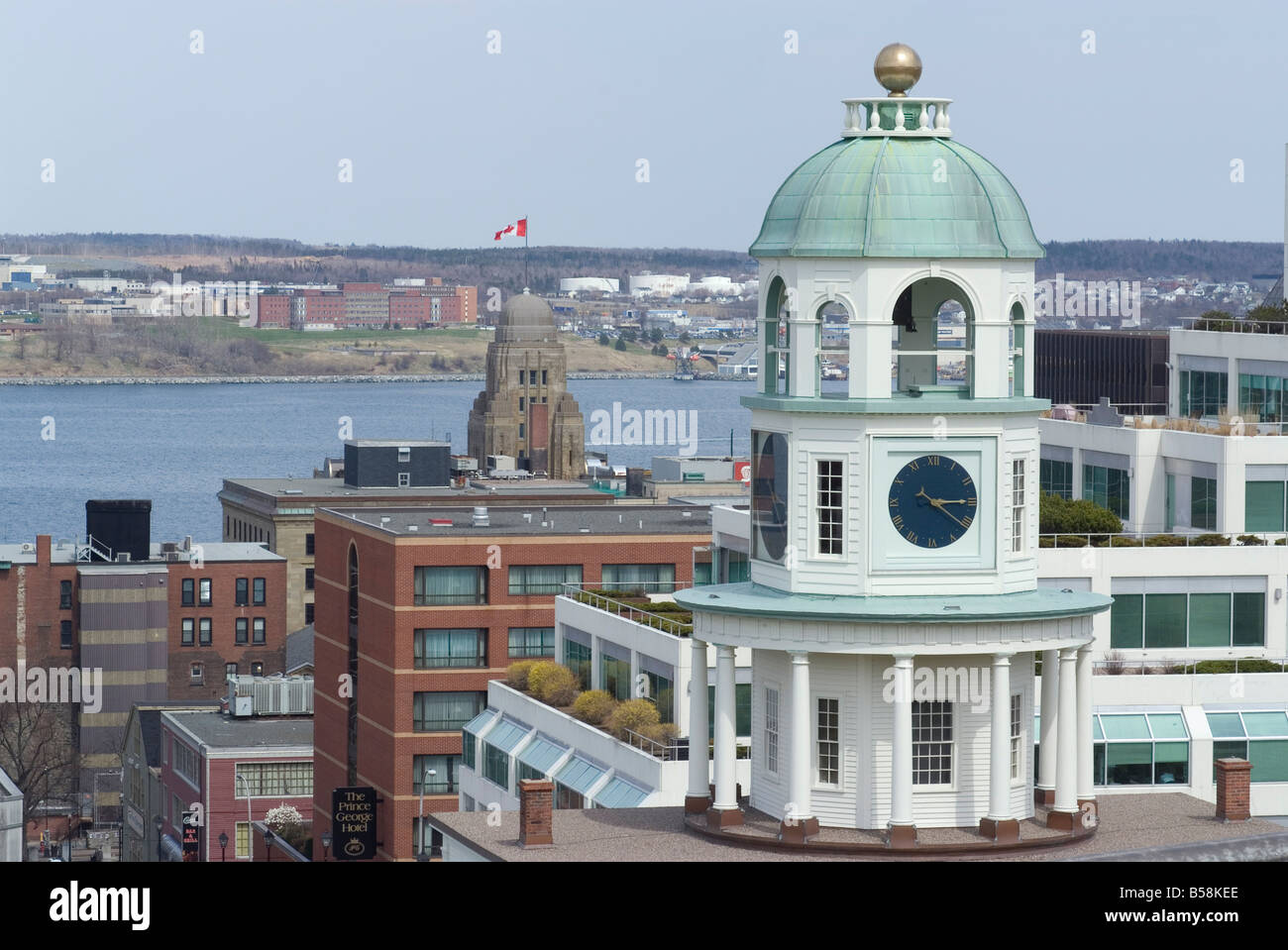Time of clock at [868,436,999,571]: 4:15
